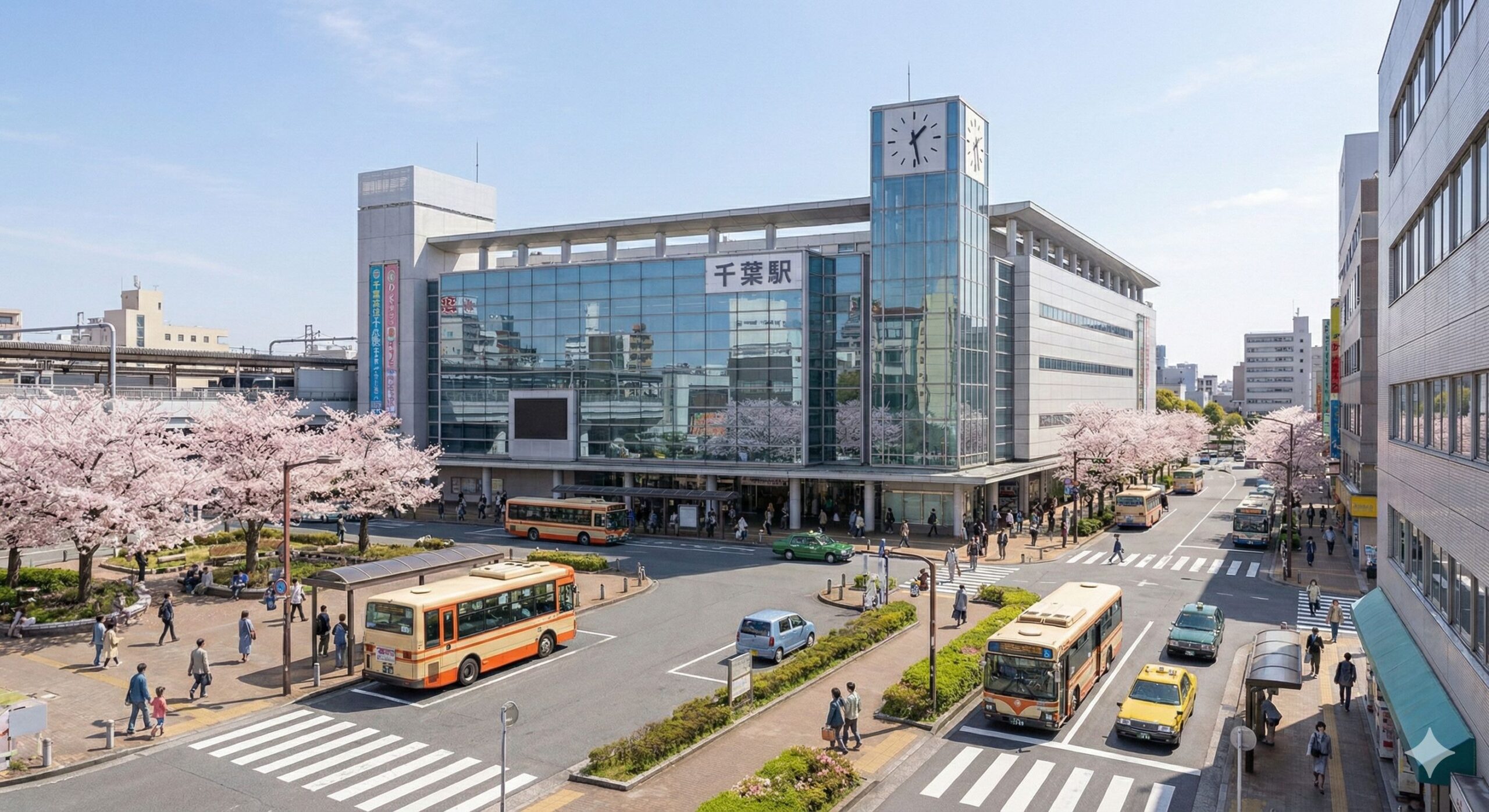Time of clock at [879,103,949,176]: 1:28
